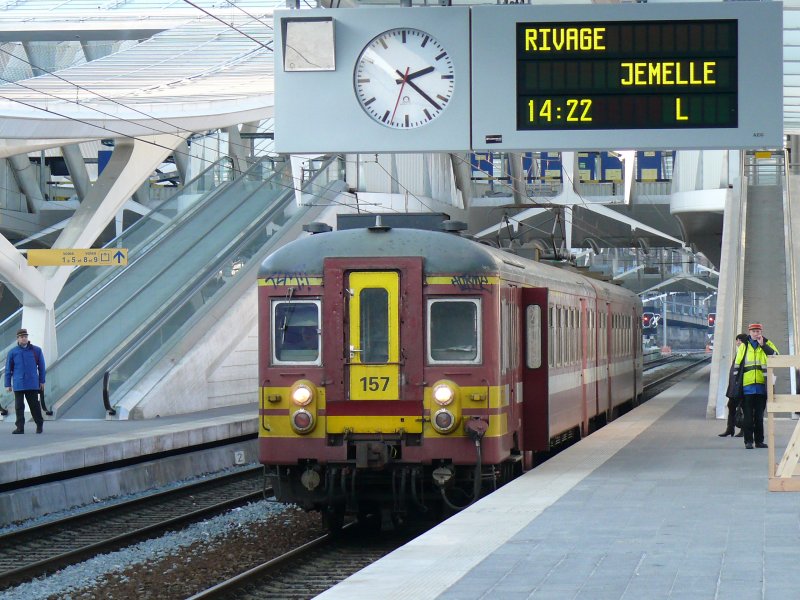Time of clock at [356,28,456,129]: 2:22
